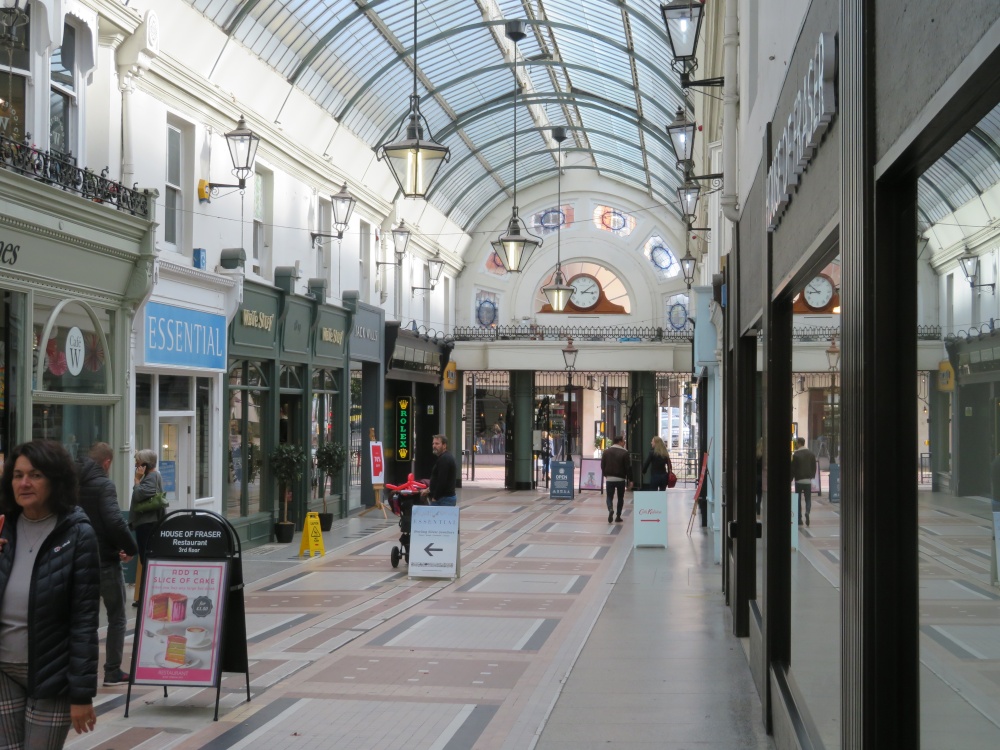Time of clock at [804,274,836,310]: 8:51
